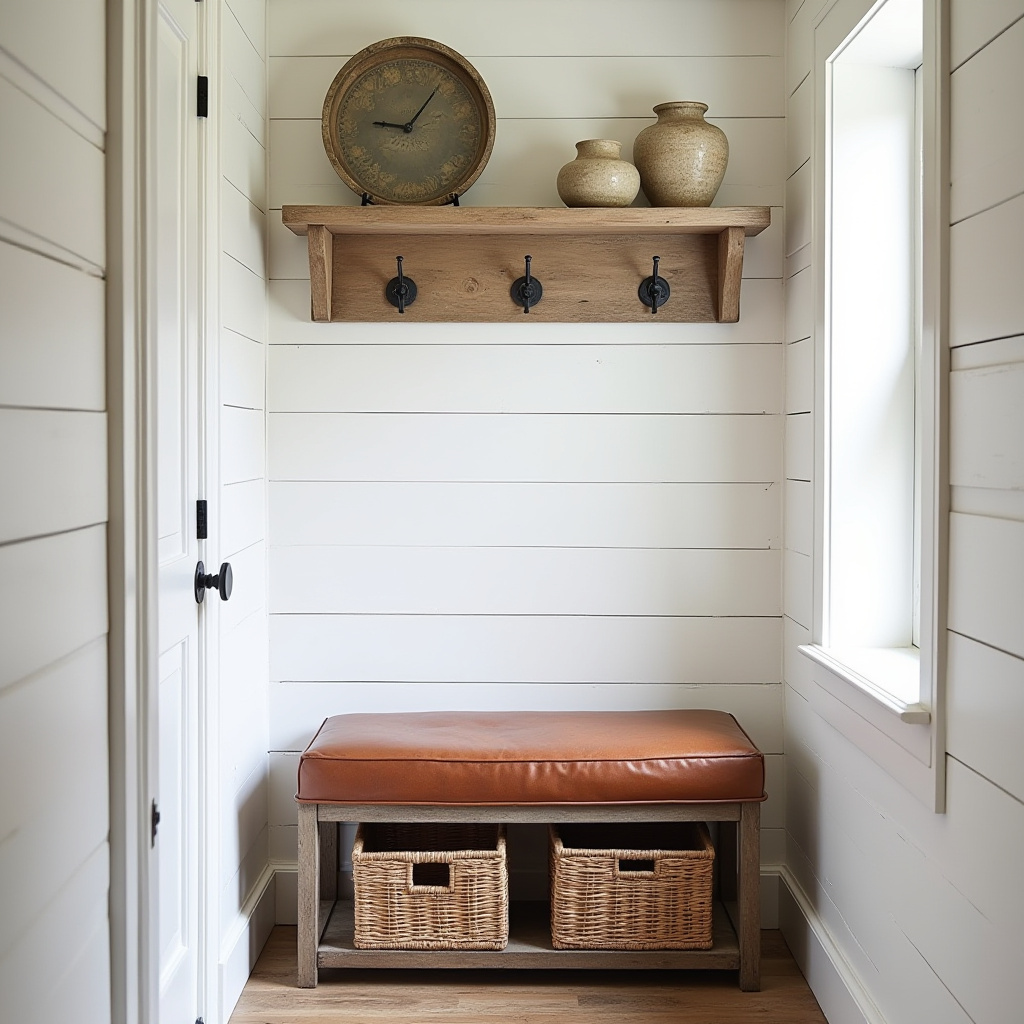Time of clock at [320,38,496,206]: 9:06
